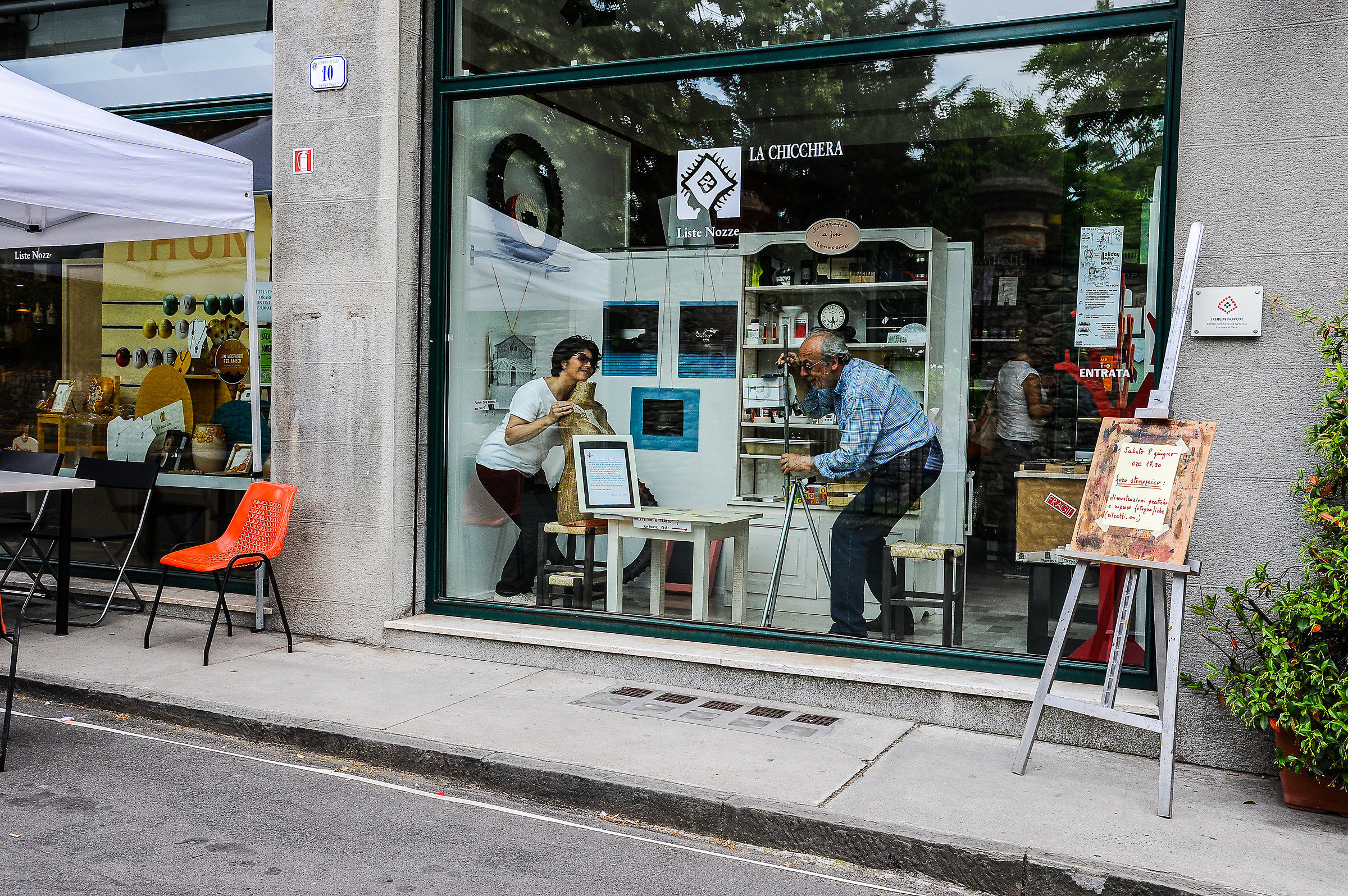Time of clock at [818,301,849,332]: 5:31
